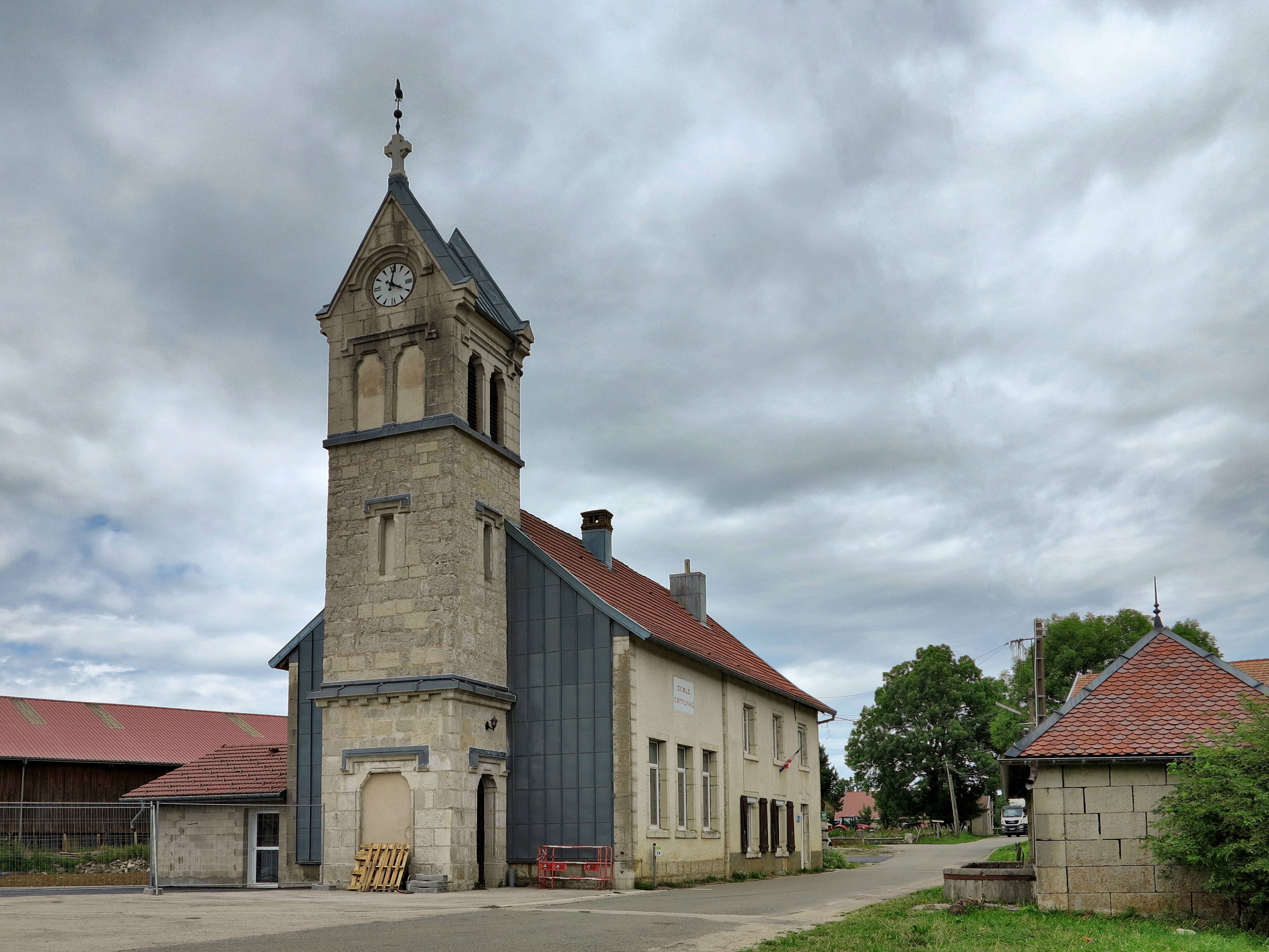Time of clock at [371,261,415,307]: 4:01
